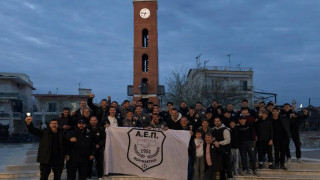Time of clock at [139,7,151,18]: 9:33
